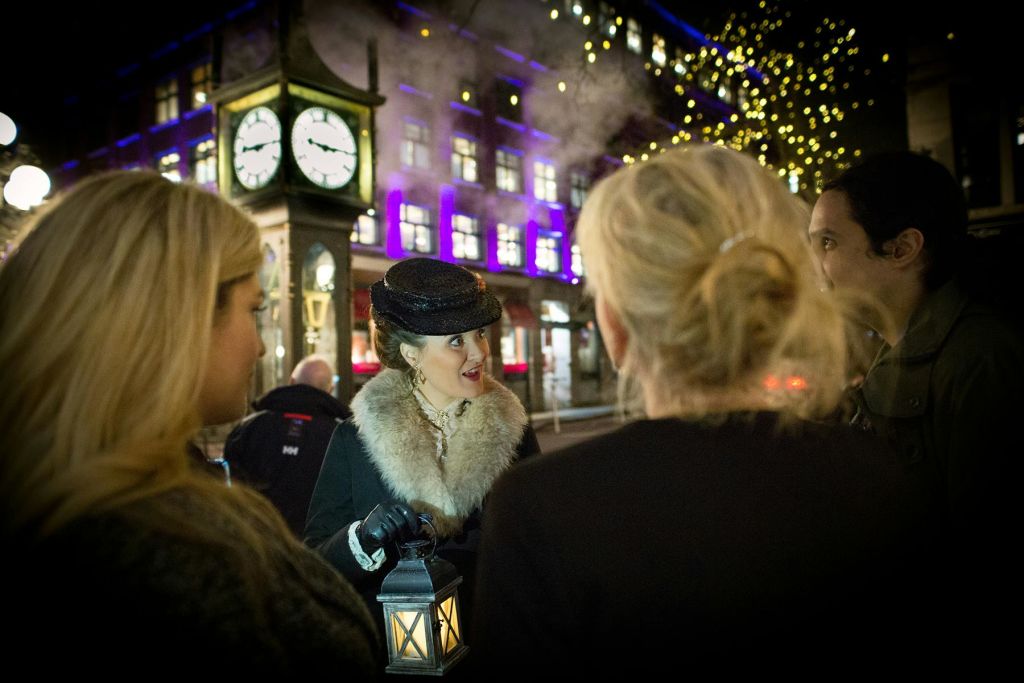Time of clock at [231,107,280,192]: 9:15
